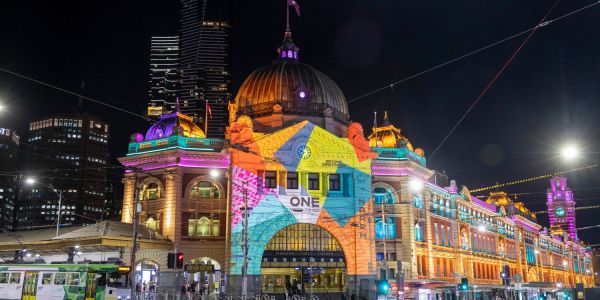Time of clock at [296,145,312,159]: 9:36
